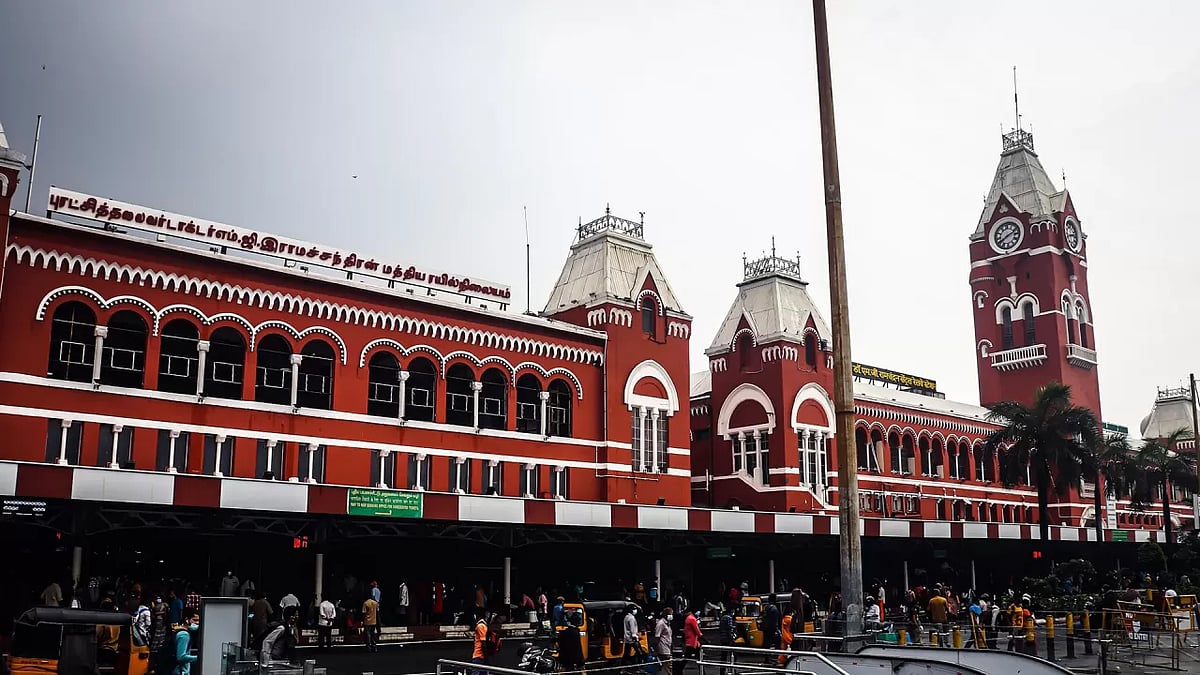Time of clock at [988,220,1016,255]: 8:11
